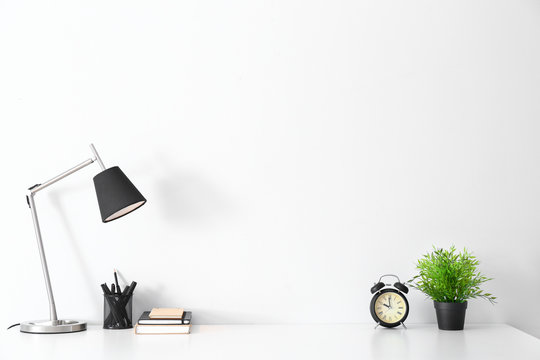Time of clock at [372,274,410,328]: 9:59
